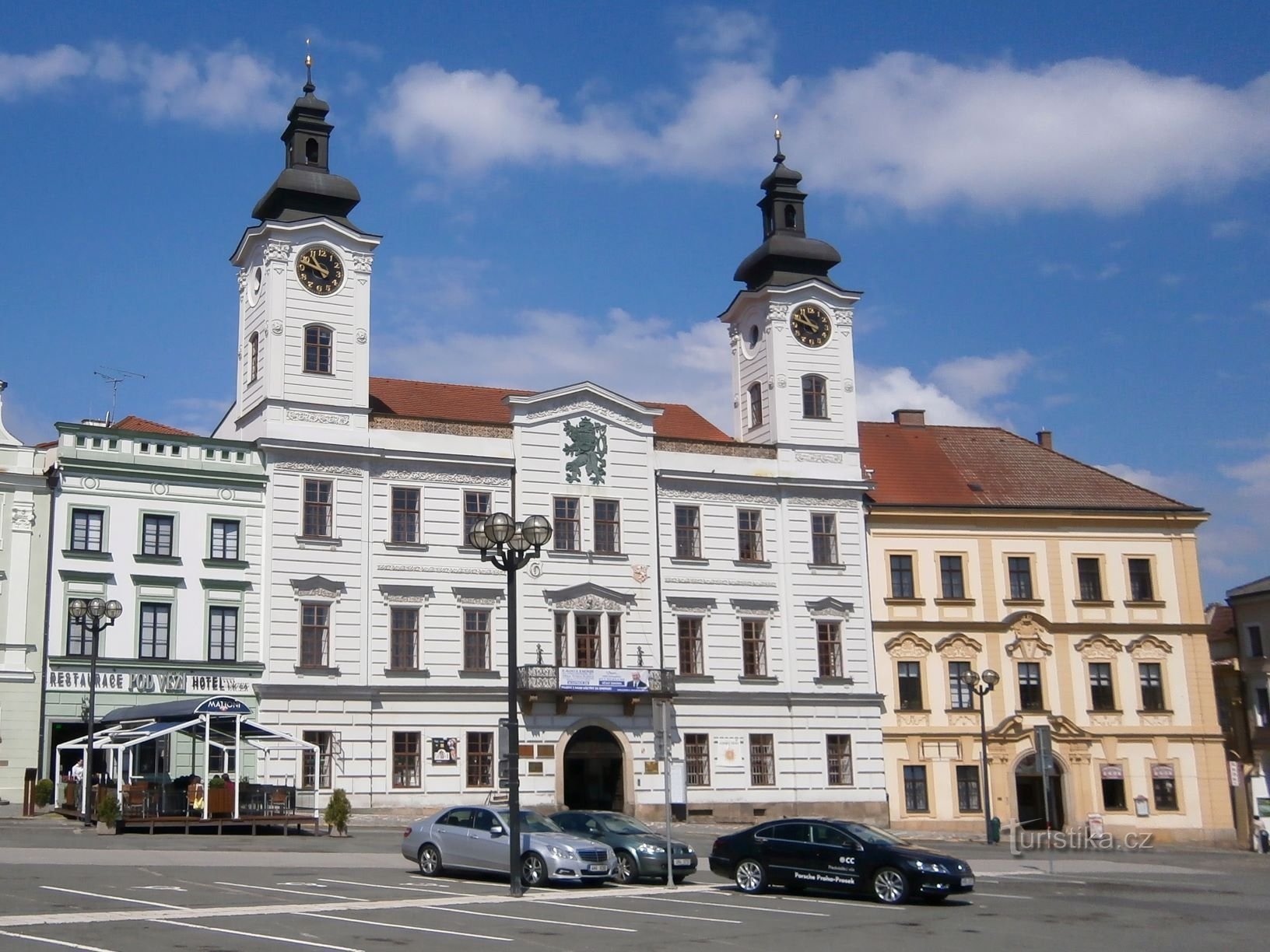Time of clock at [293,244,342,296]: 10:47
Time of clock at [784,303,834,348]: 10:47
